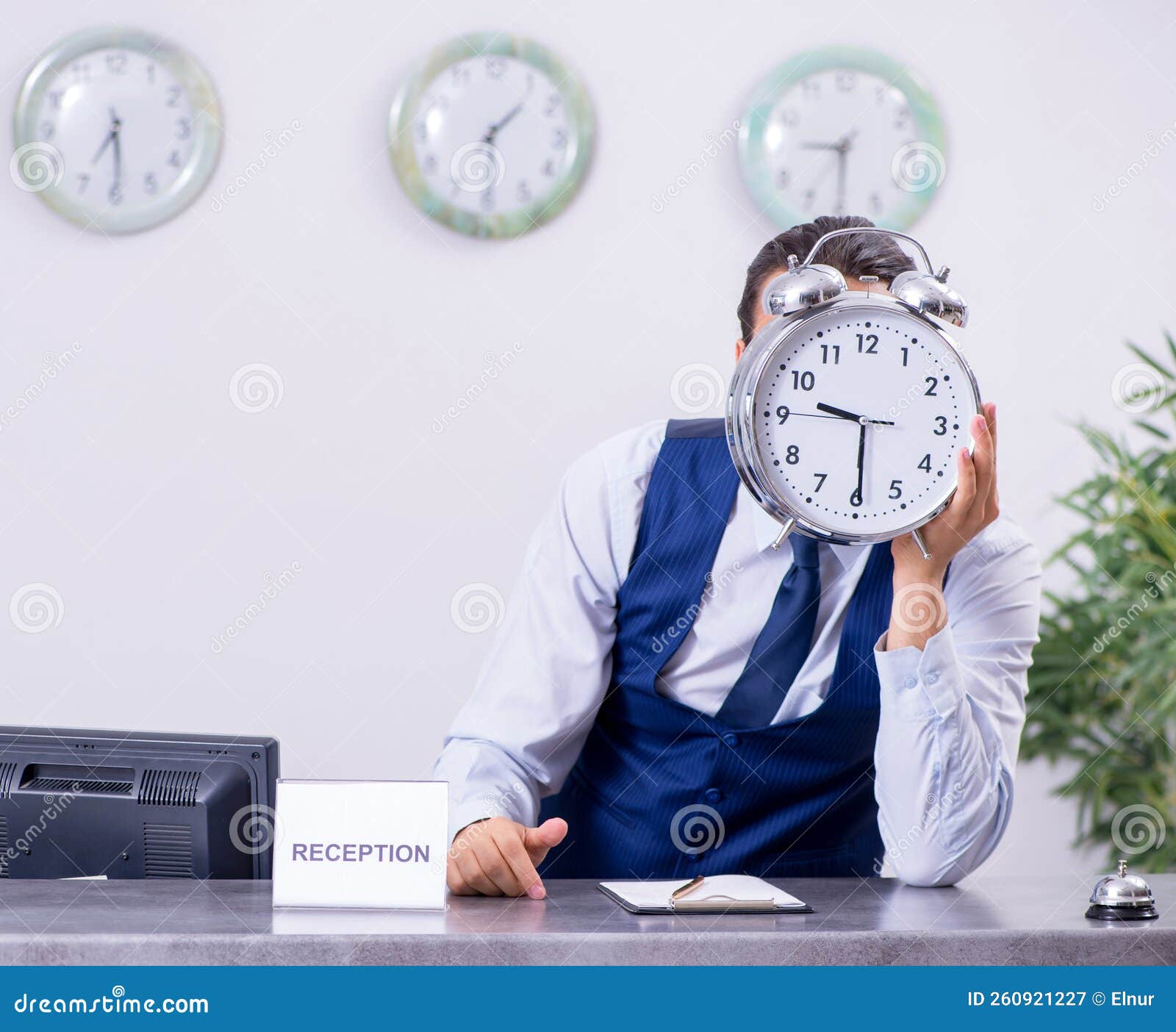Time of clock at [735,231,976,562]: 9:29
